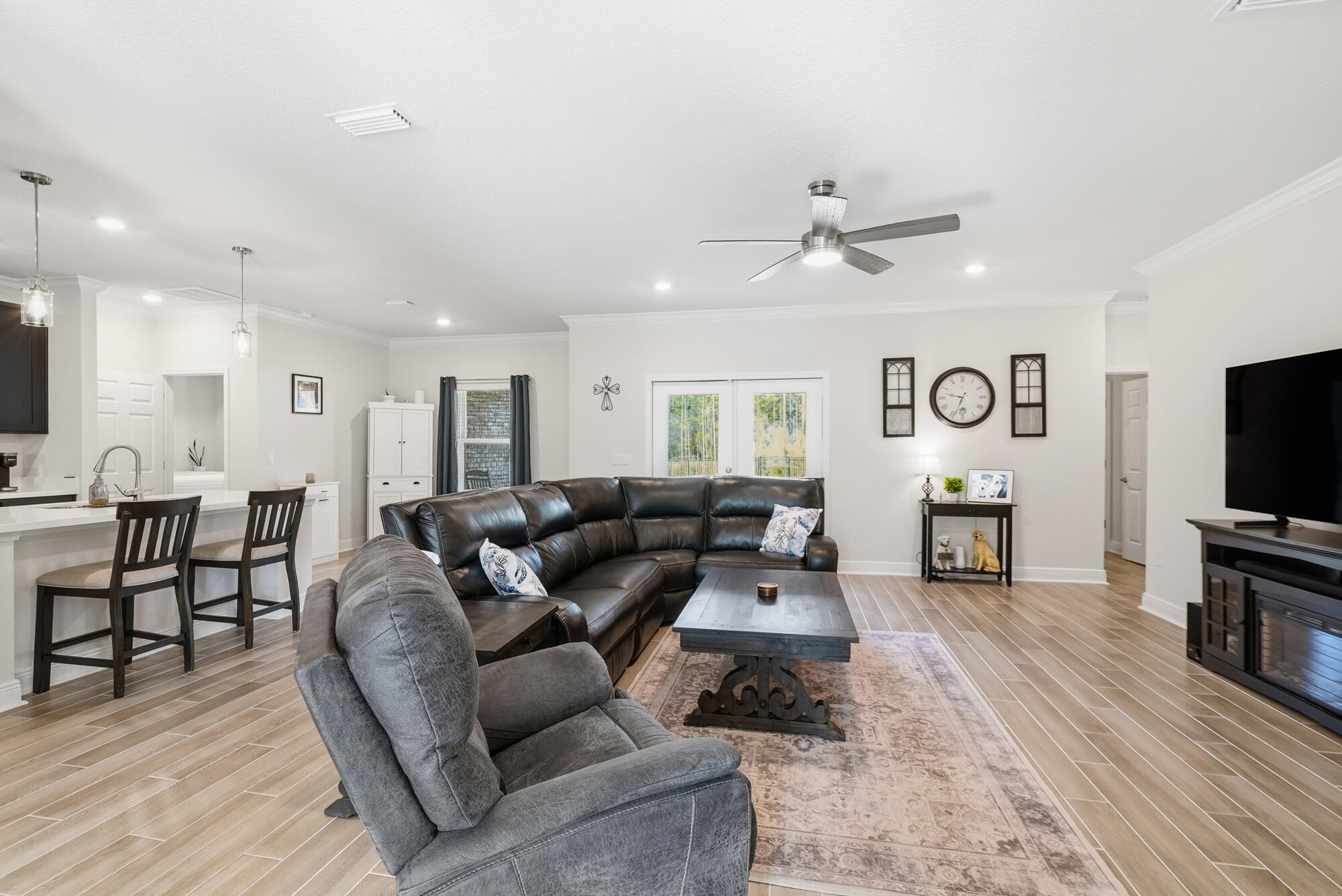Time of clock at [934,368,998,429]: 9:33
